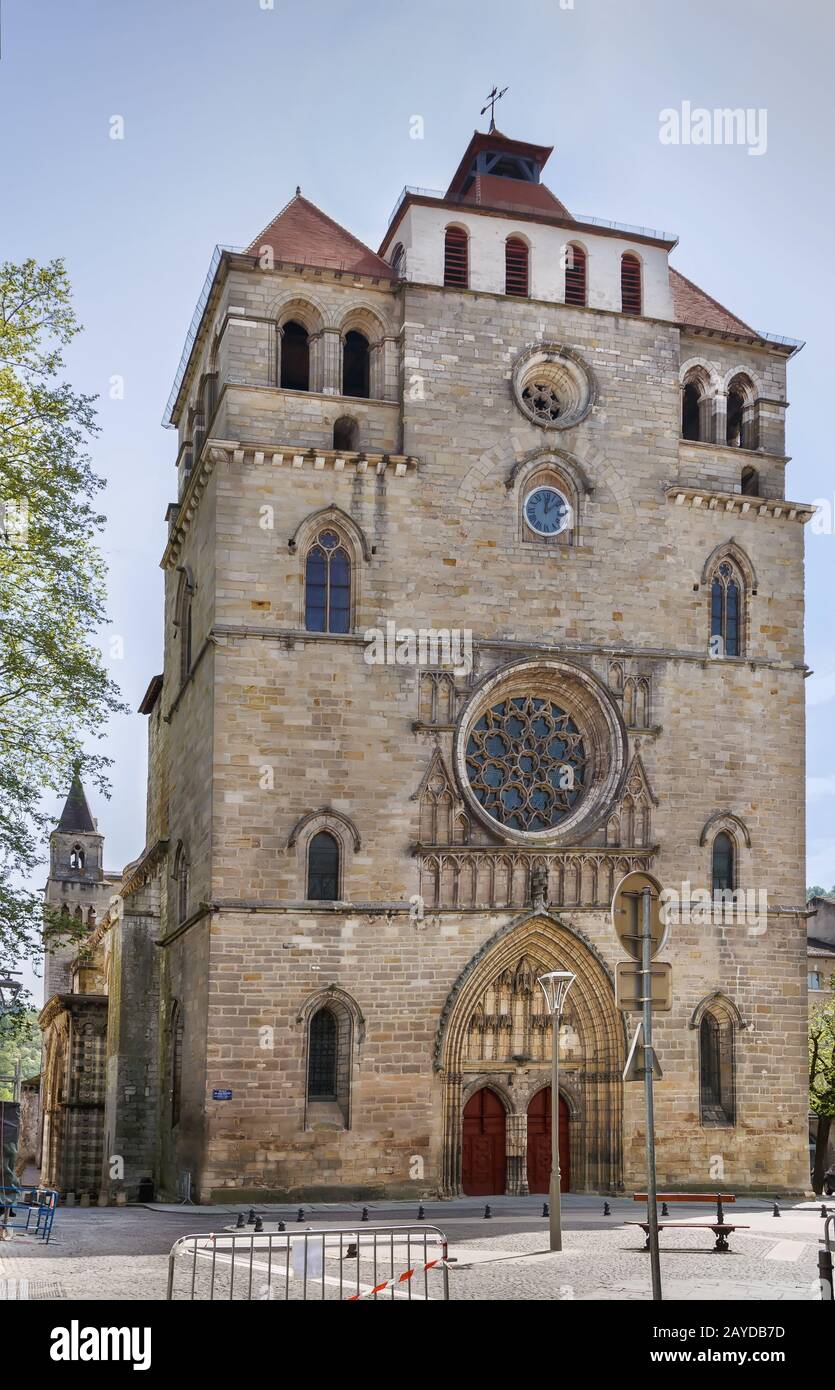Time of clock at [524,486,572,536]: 12:08
